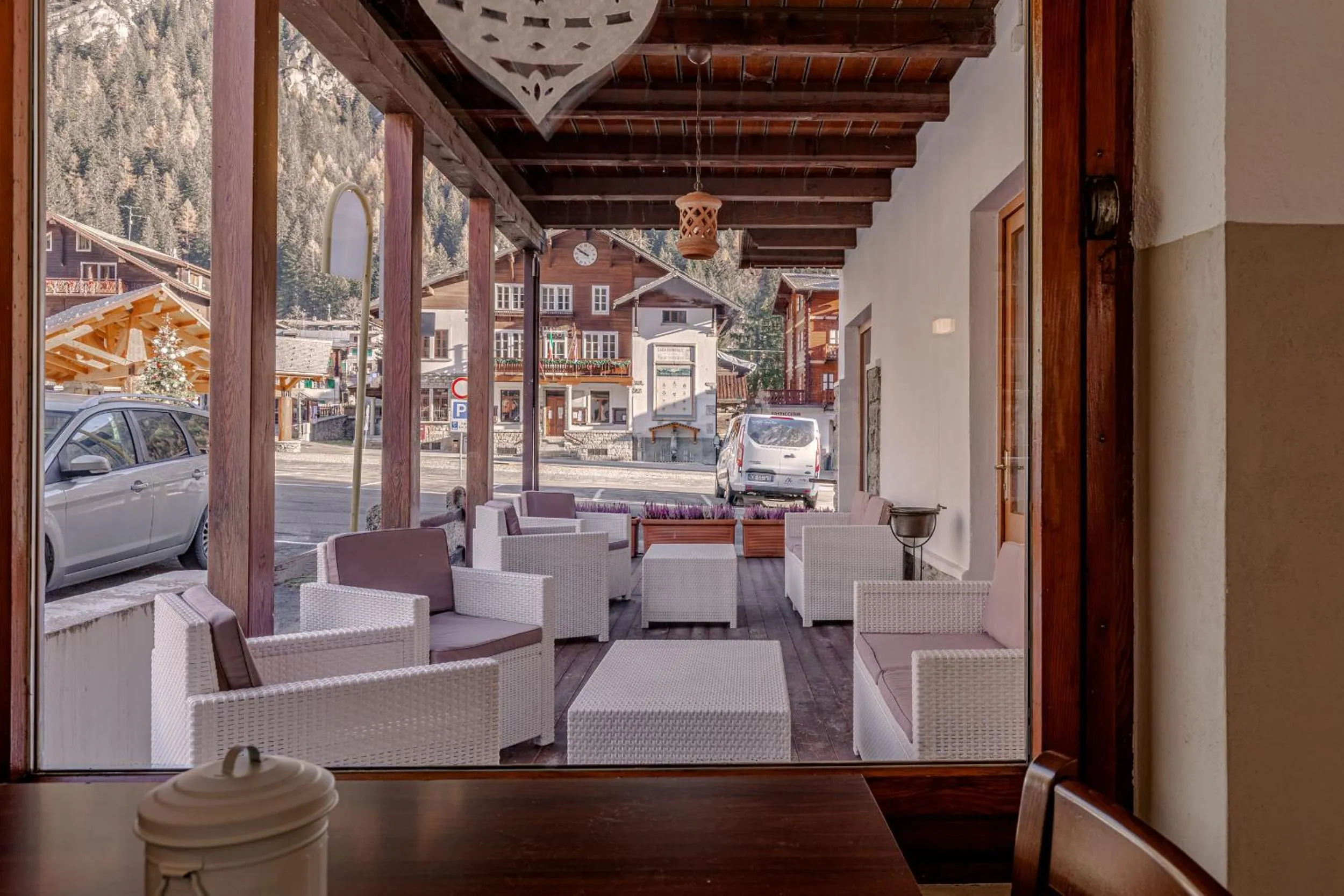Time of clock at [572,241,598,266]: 9:50
